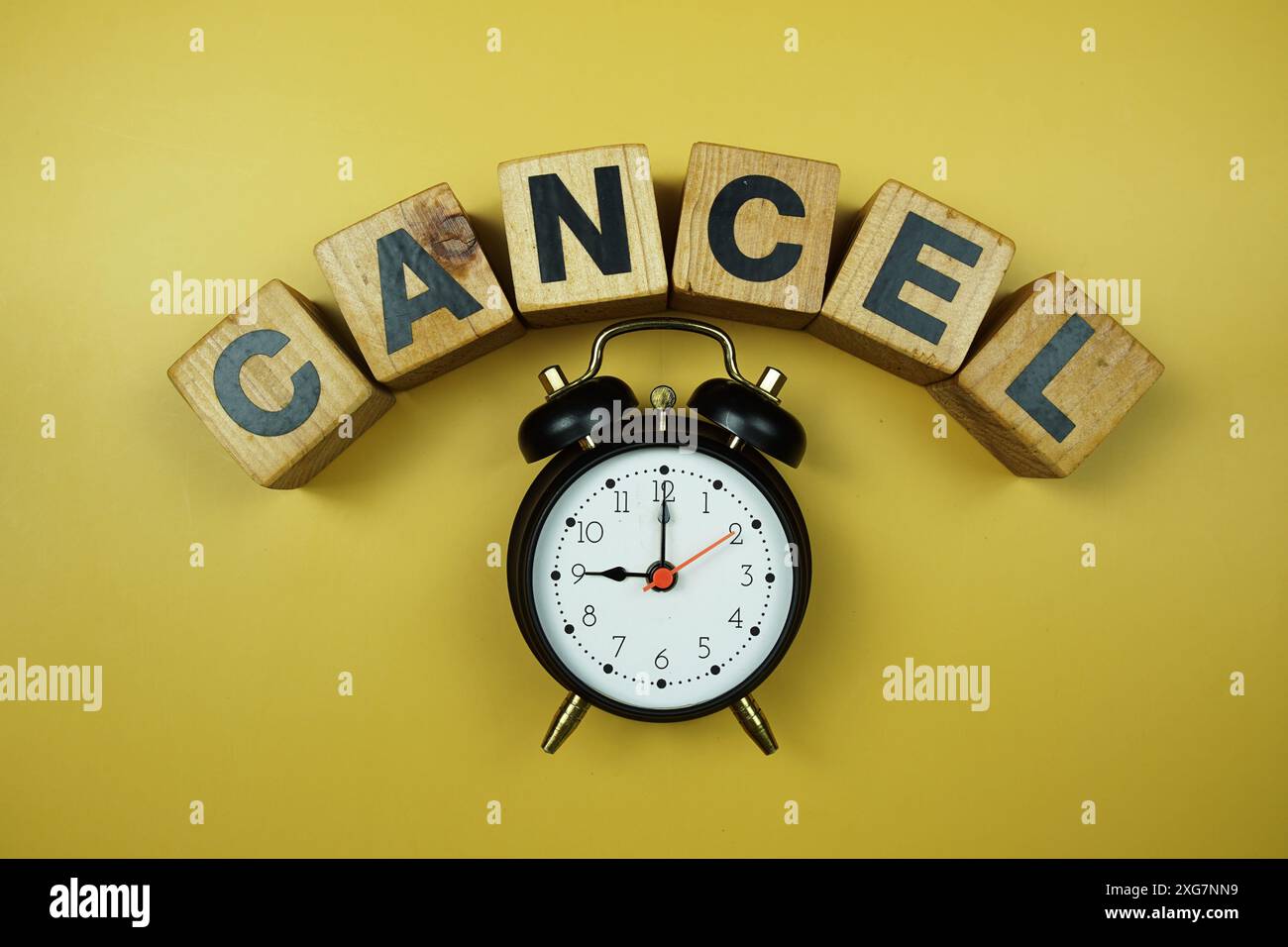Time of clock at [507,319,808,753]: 9:00
